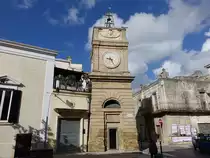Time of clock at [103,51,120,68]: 9:25
